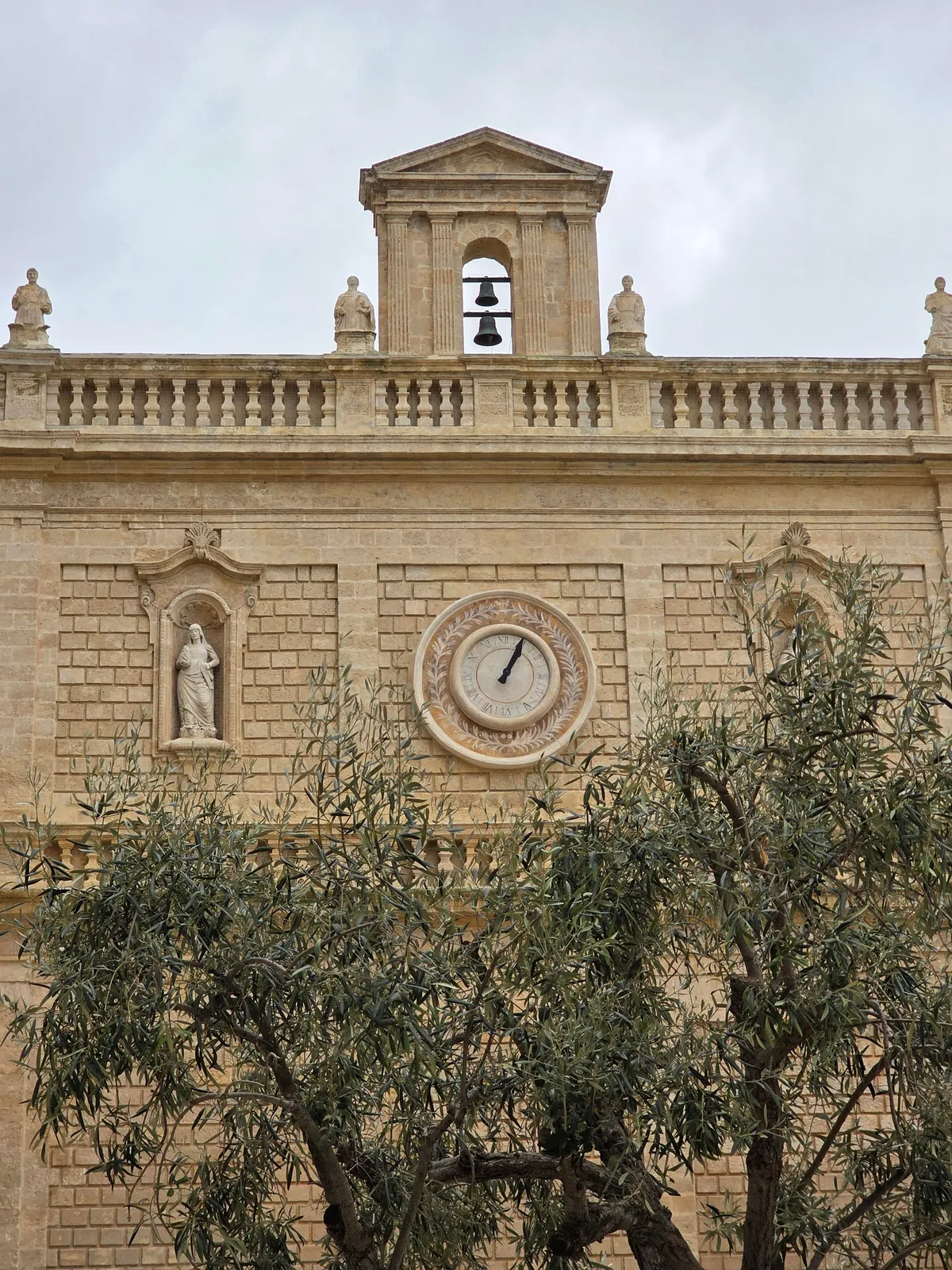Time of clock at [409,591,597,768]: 1:04
